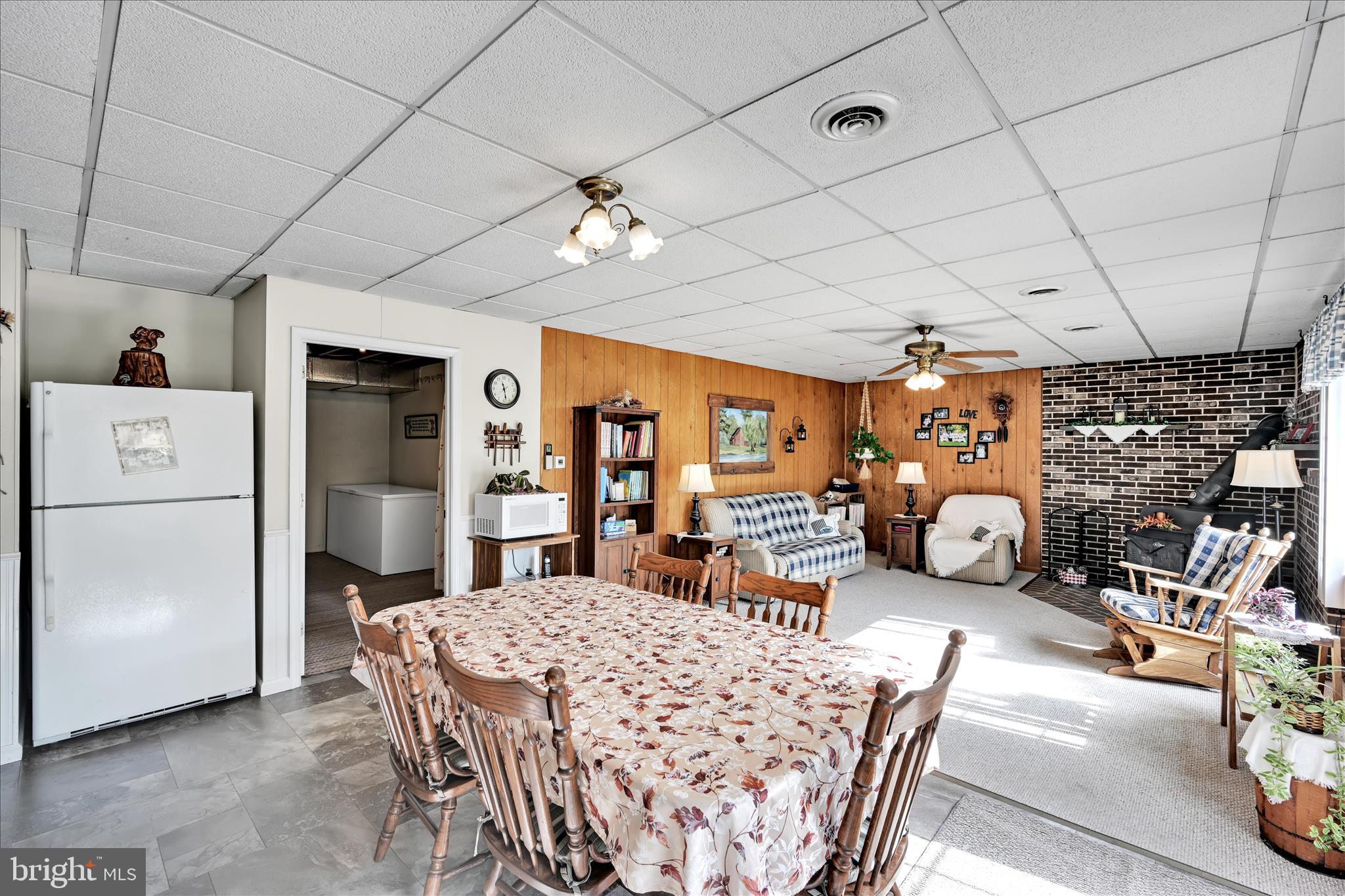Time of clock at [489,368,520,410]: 11:28
